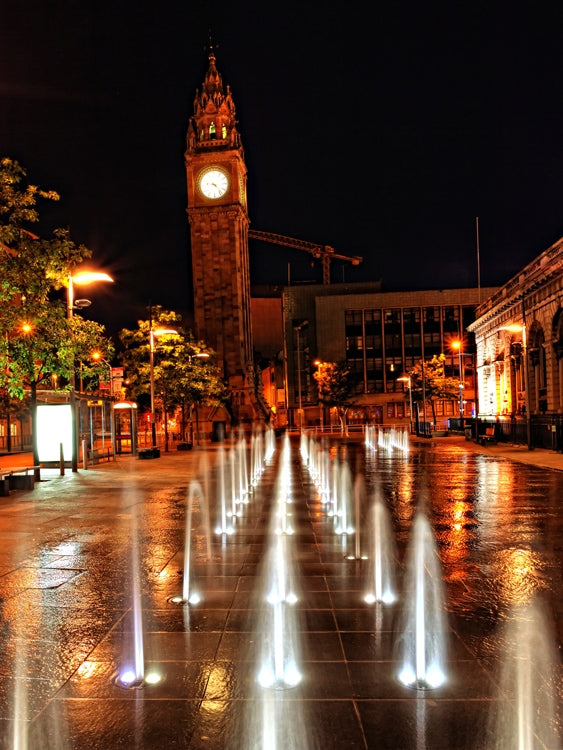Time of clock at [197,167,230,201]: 9:23
